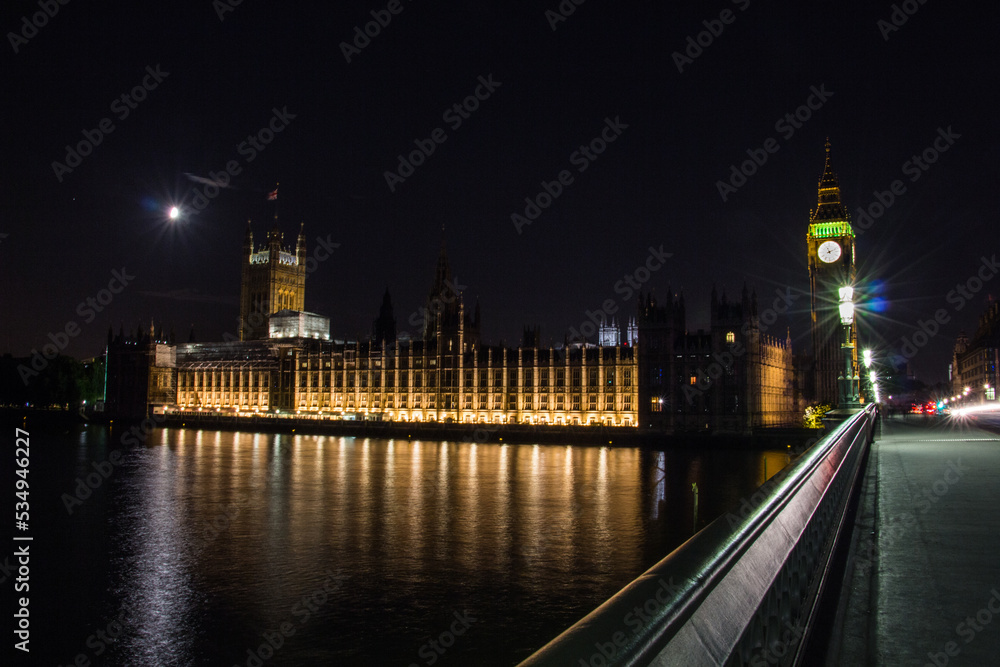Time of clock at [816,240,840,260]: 11:11
